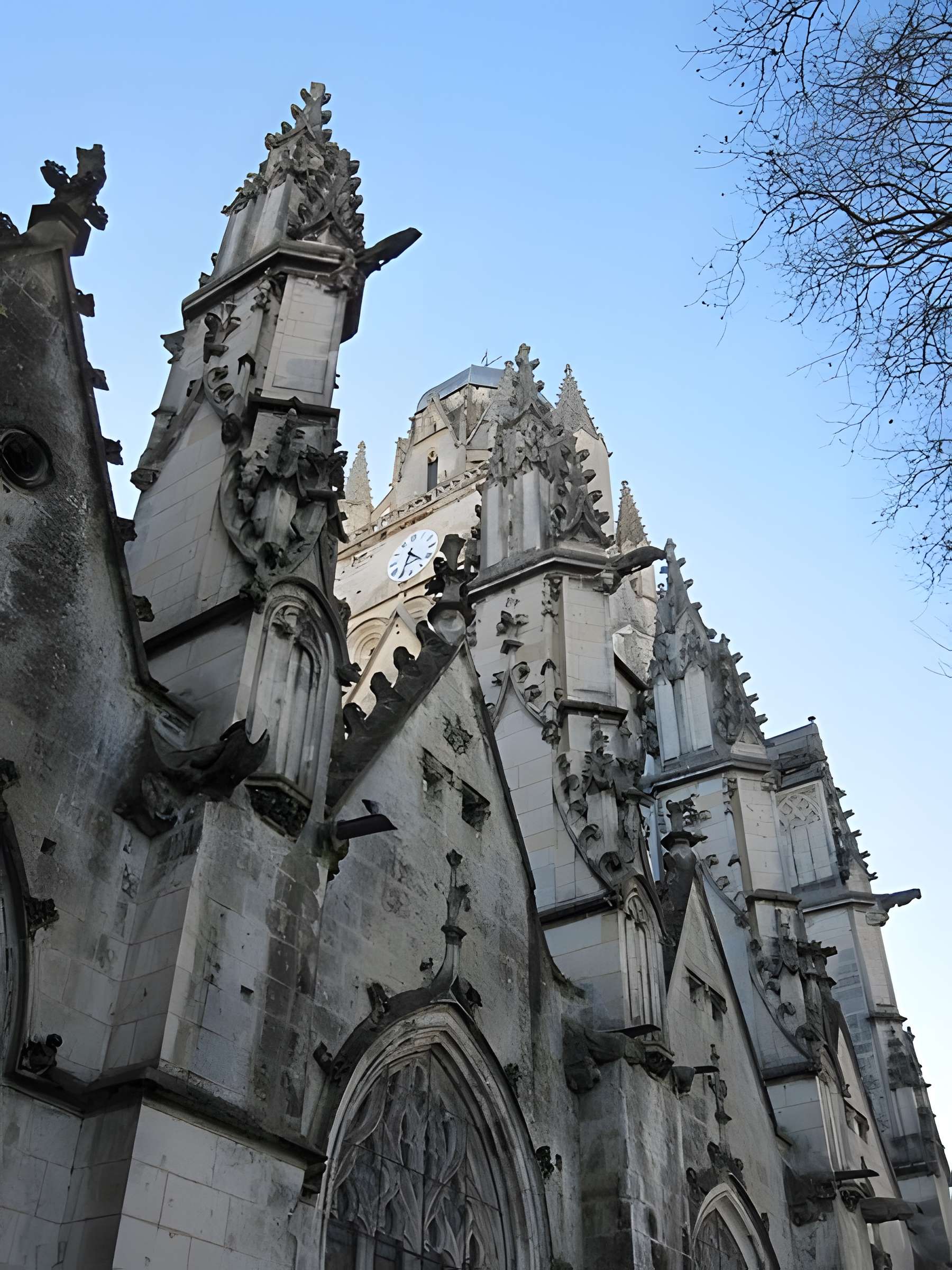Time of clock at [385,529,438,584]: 4:34
